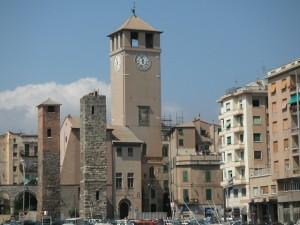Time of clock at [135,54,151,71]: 11:32
